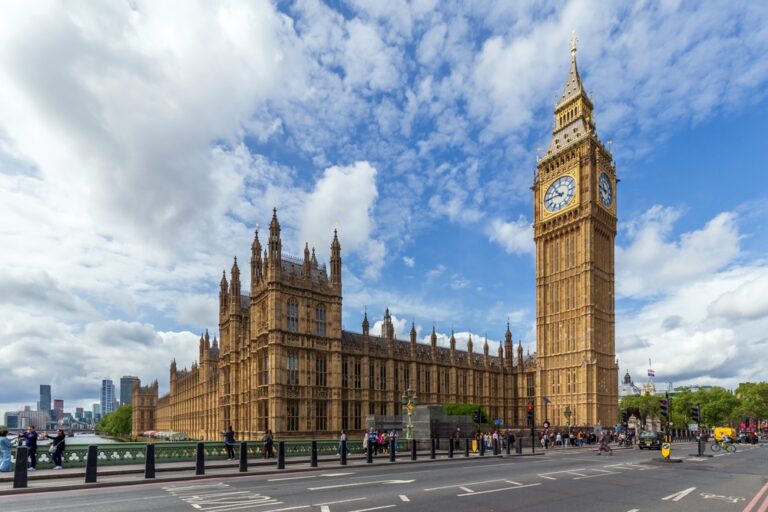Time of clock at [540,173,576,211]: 10:45
